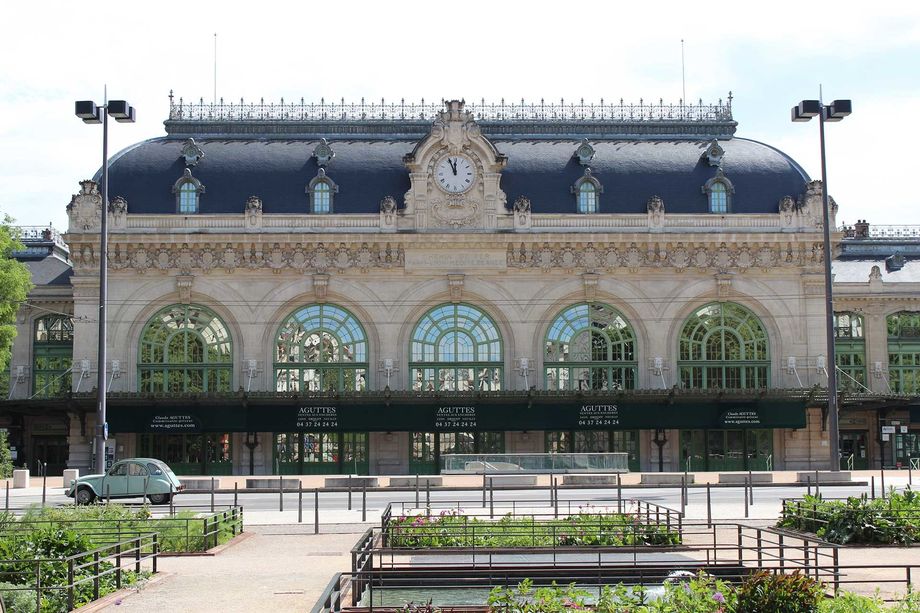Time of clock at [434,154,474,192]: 11:55
